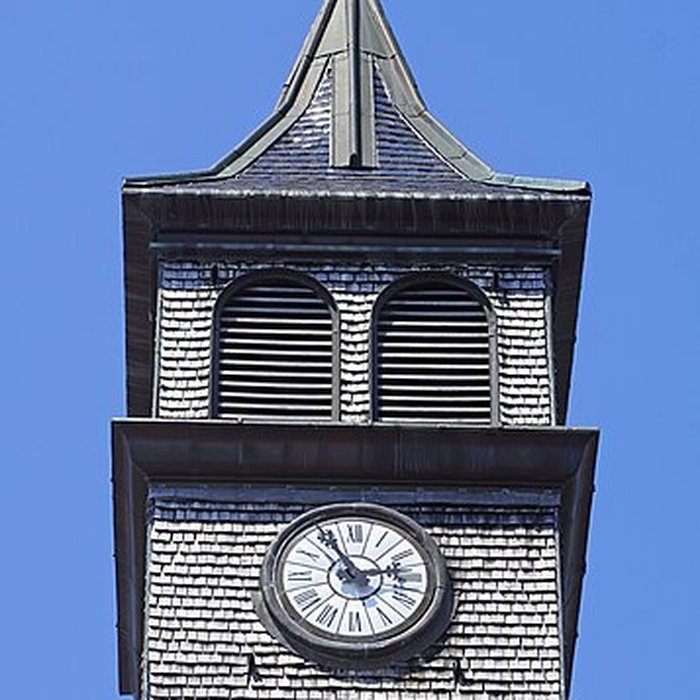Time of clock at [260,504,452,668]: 2:54
